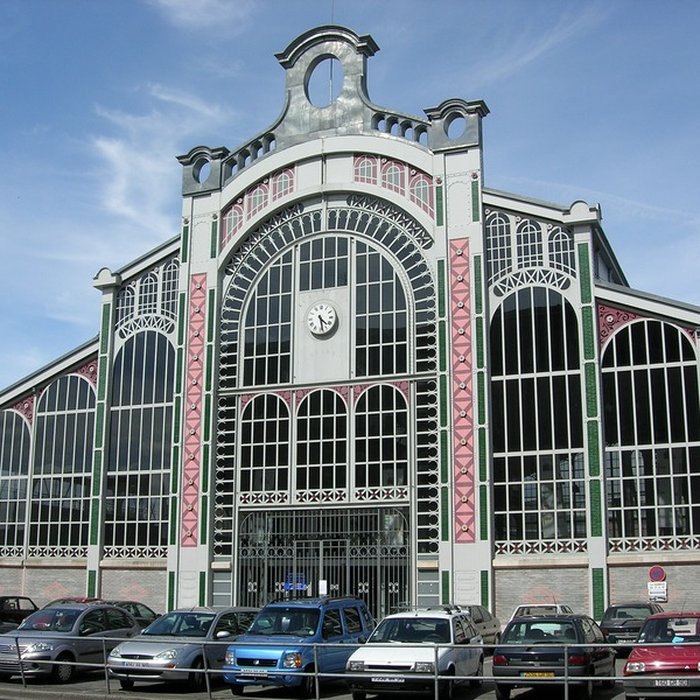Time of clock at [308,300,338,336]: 4:28
